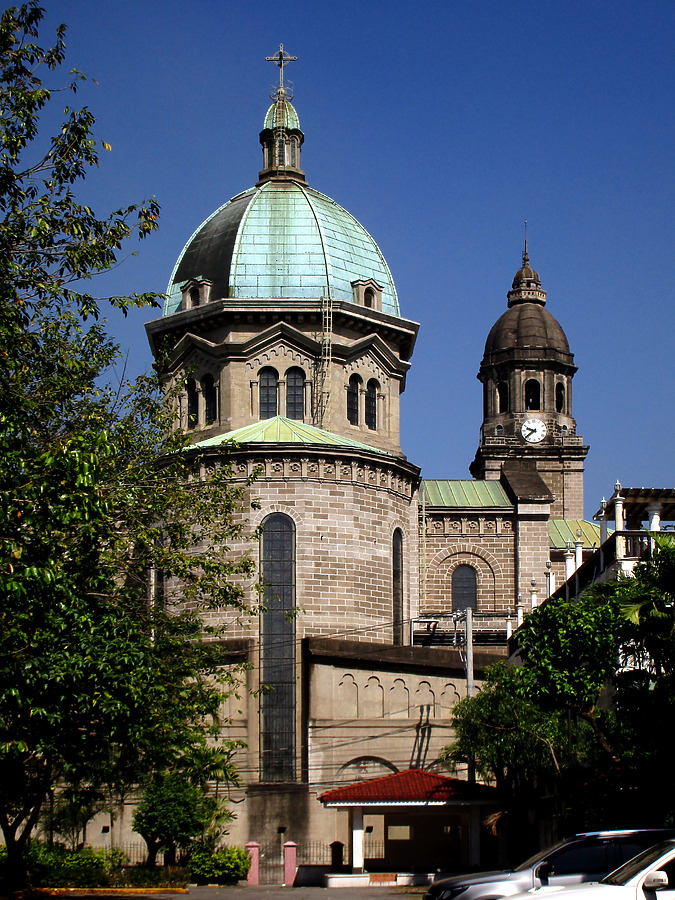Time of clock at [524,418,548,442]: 9:38
